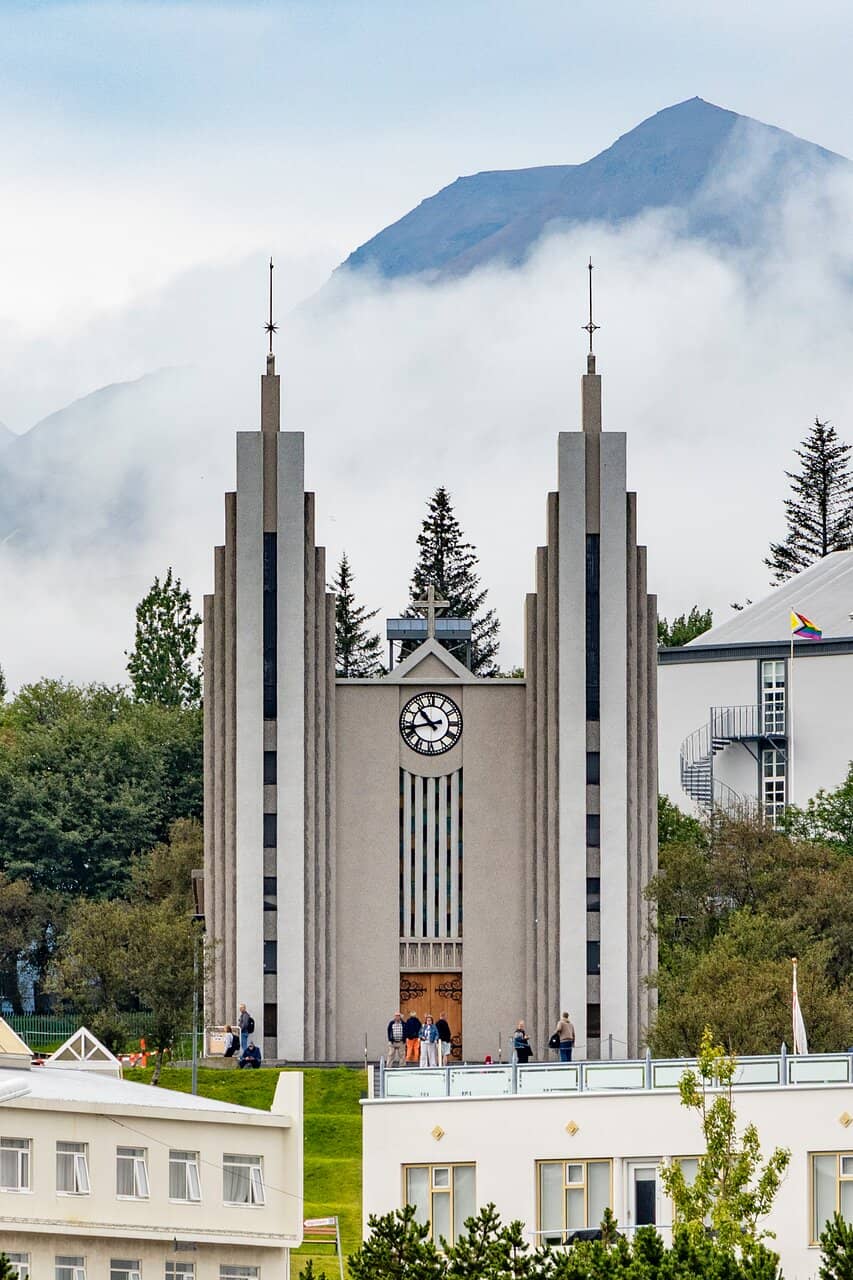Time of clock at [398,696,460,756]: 10:42
